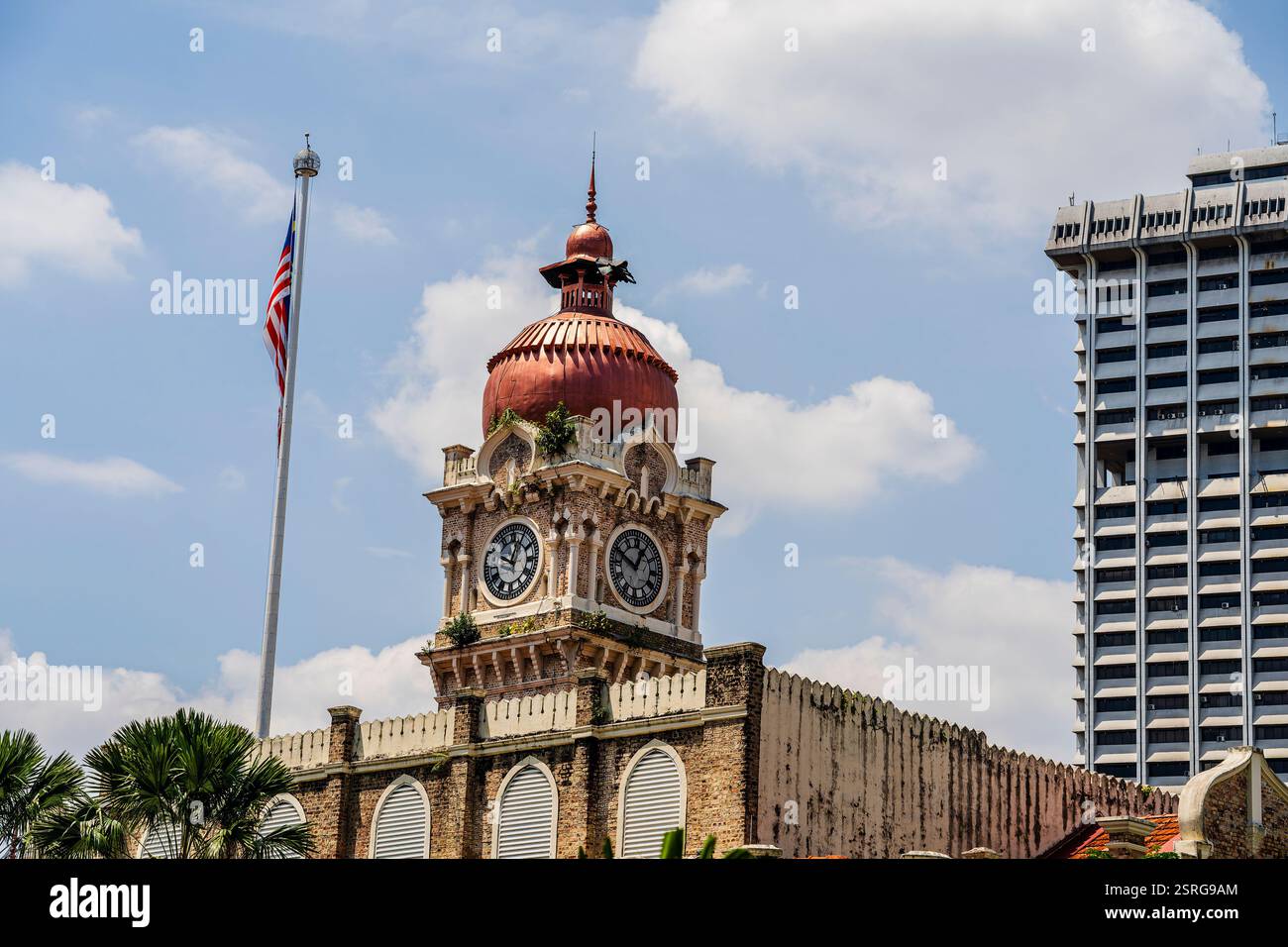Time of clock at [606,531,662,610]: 12:49
